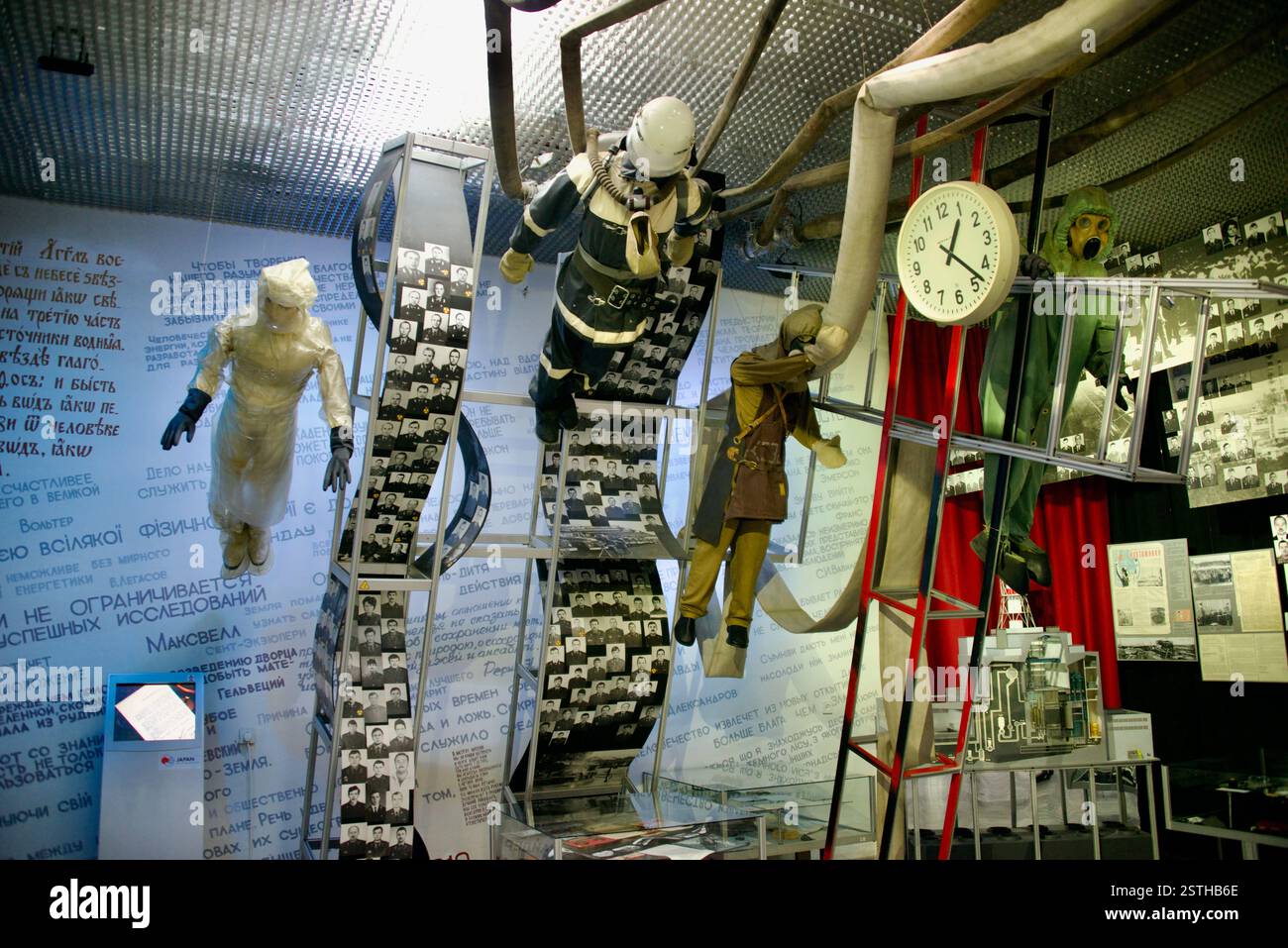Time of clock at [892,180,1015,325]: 1:22
